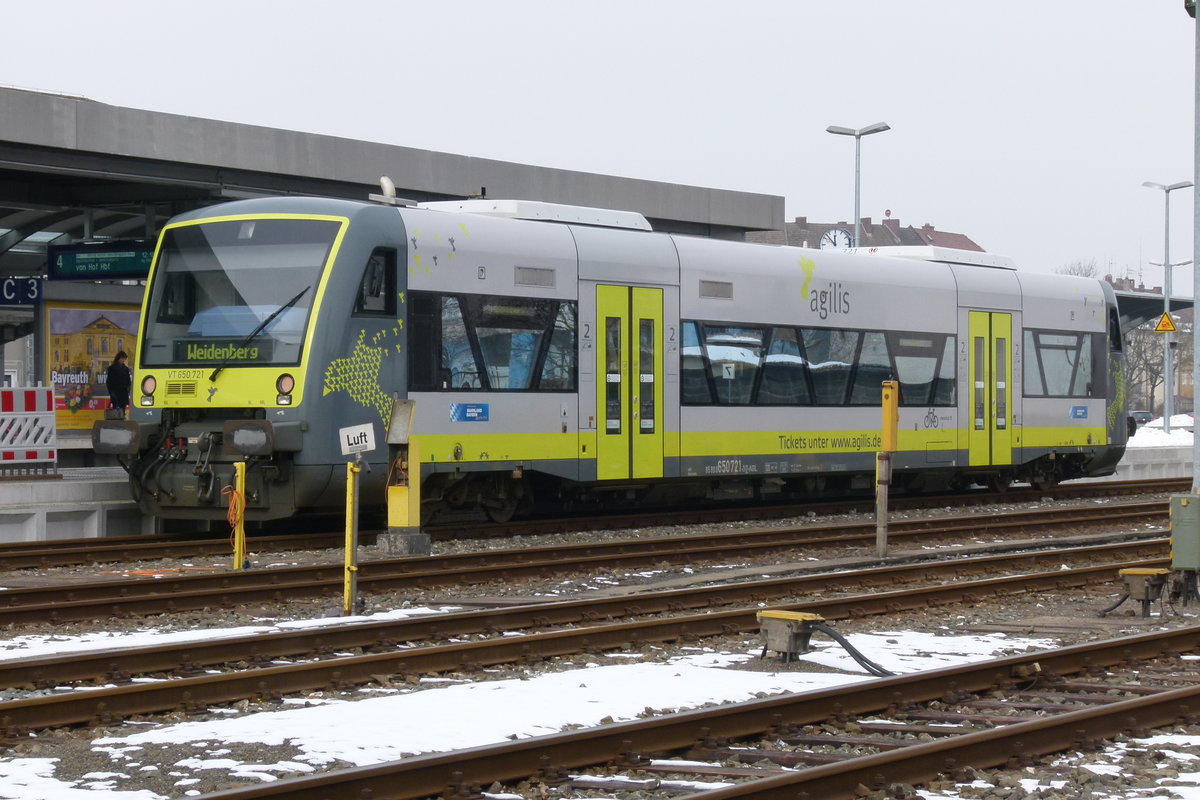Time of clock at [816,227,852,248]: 11:52
